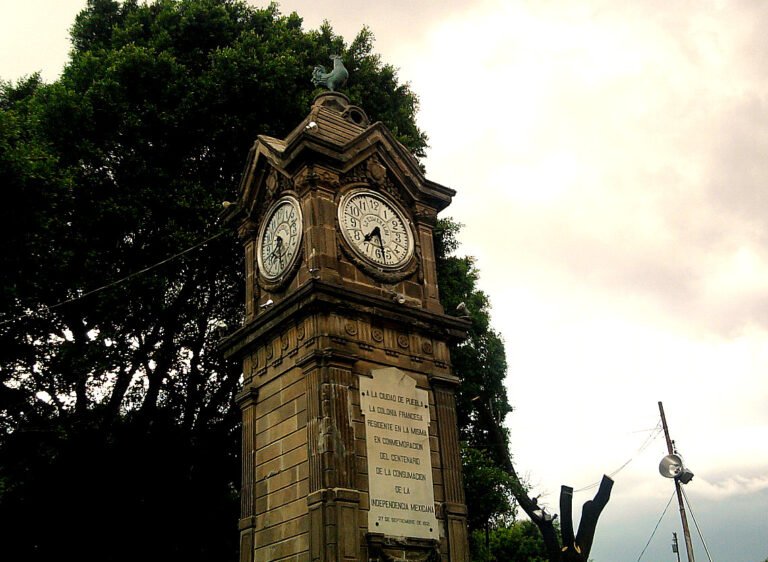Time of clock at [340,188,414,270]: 7:28
